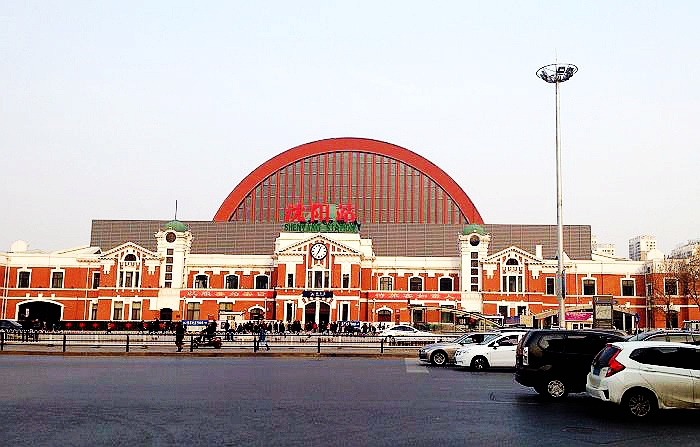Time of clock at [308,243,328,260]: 7:04
